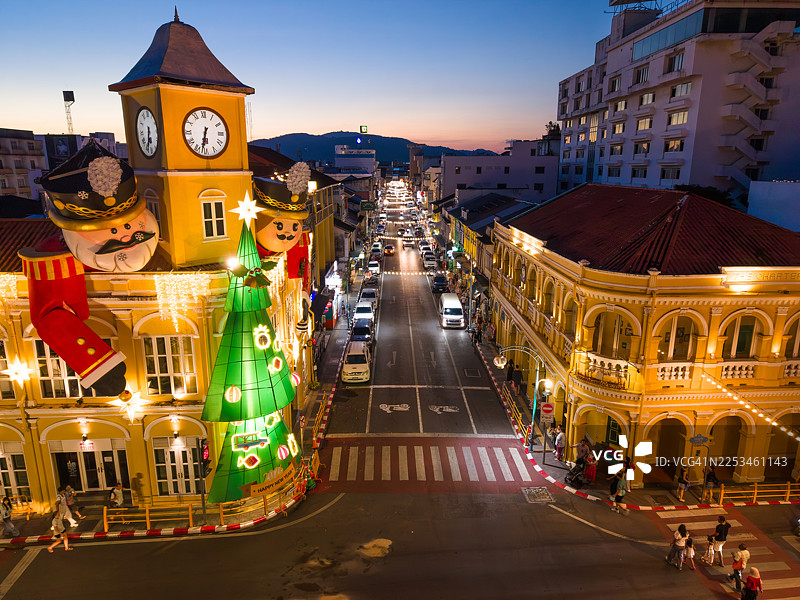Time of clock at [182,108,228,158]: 6:32
